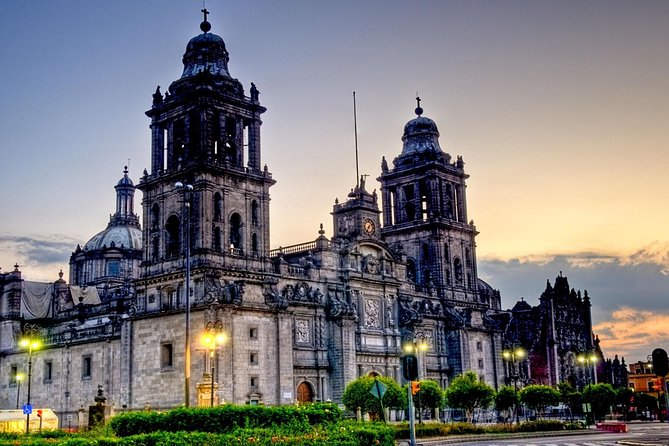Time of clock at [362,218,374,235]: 7:08
